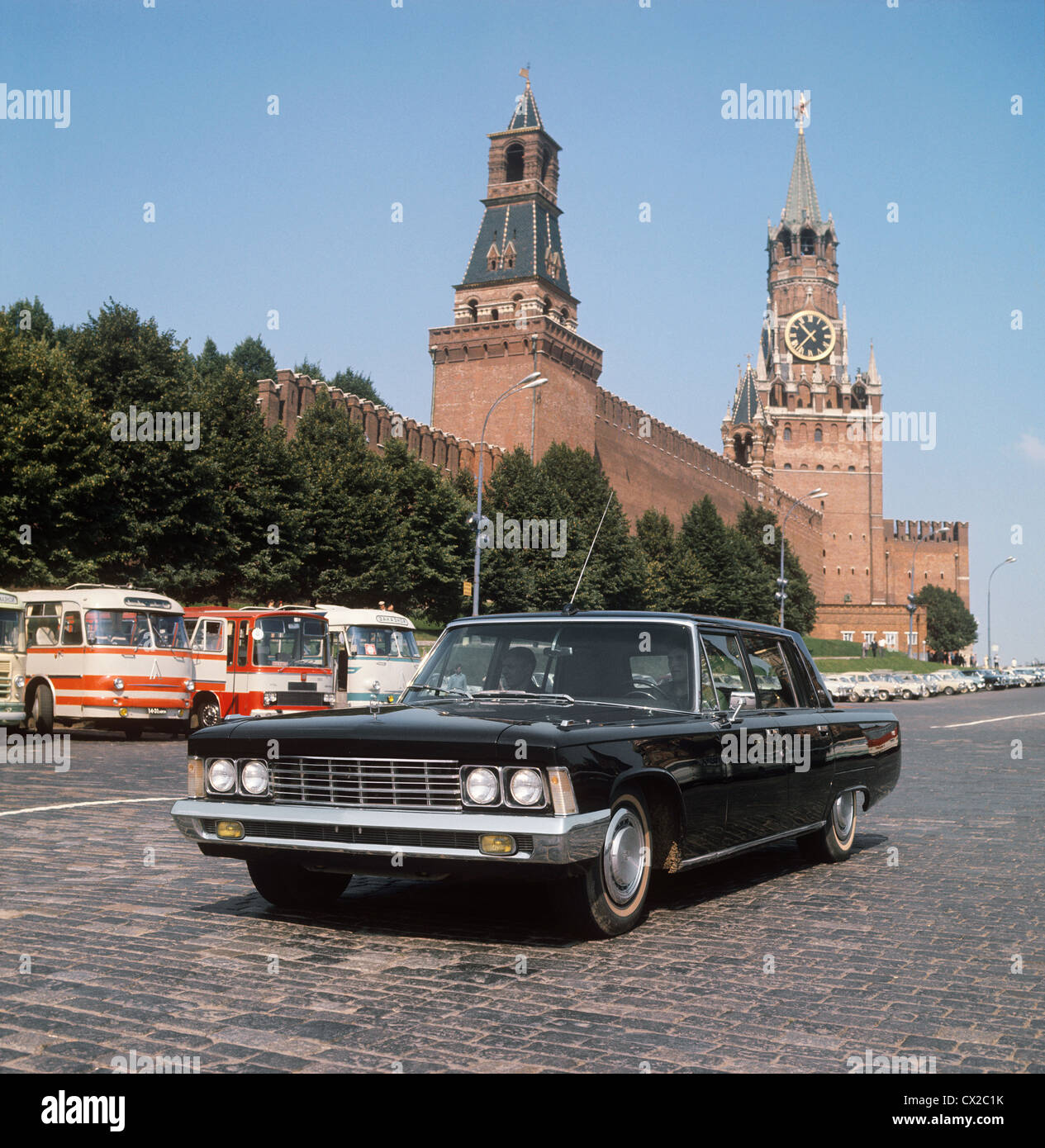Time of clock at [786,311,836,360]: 10:36
